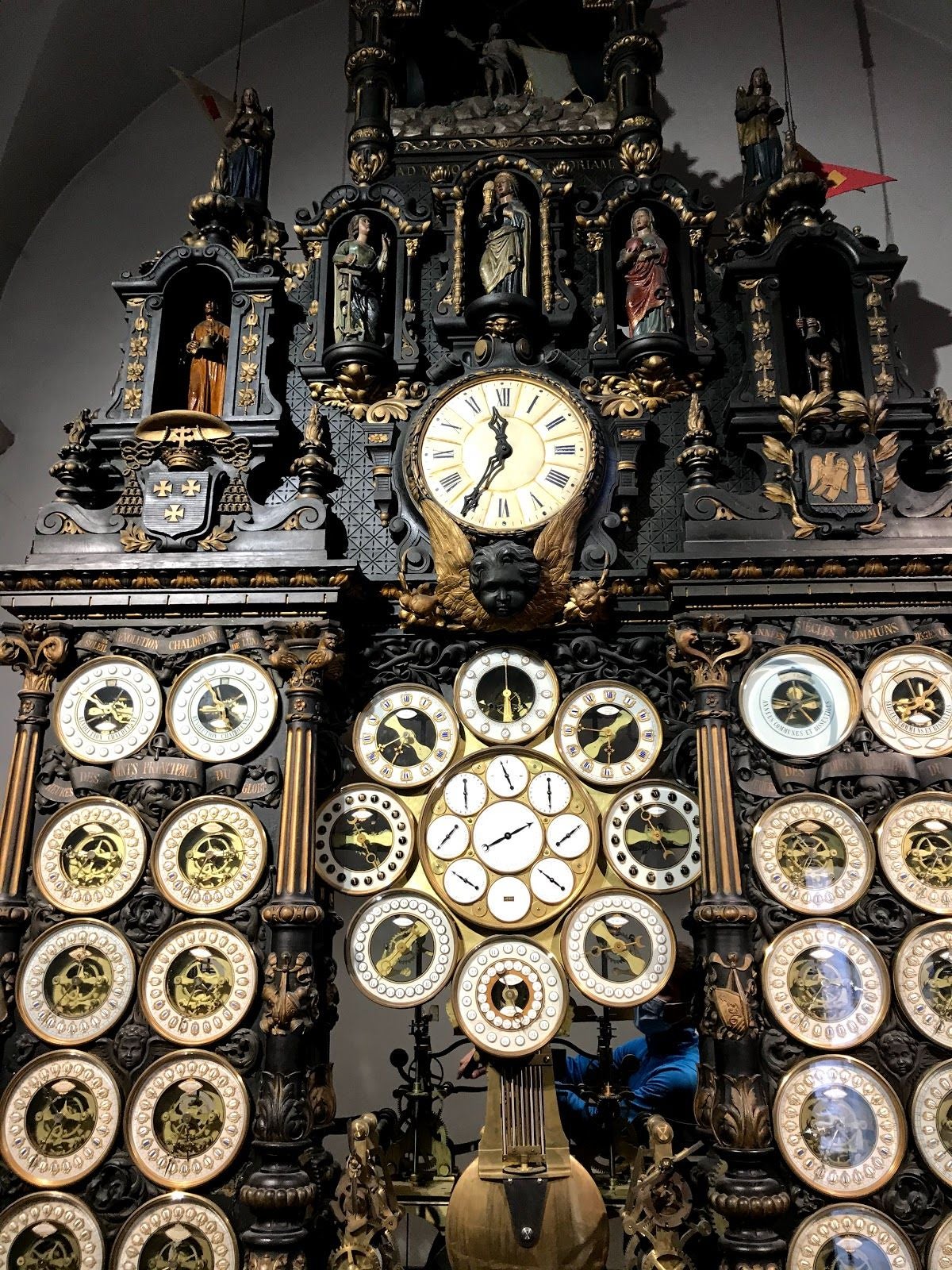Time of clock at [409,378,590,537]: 11:34
